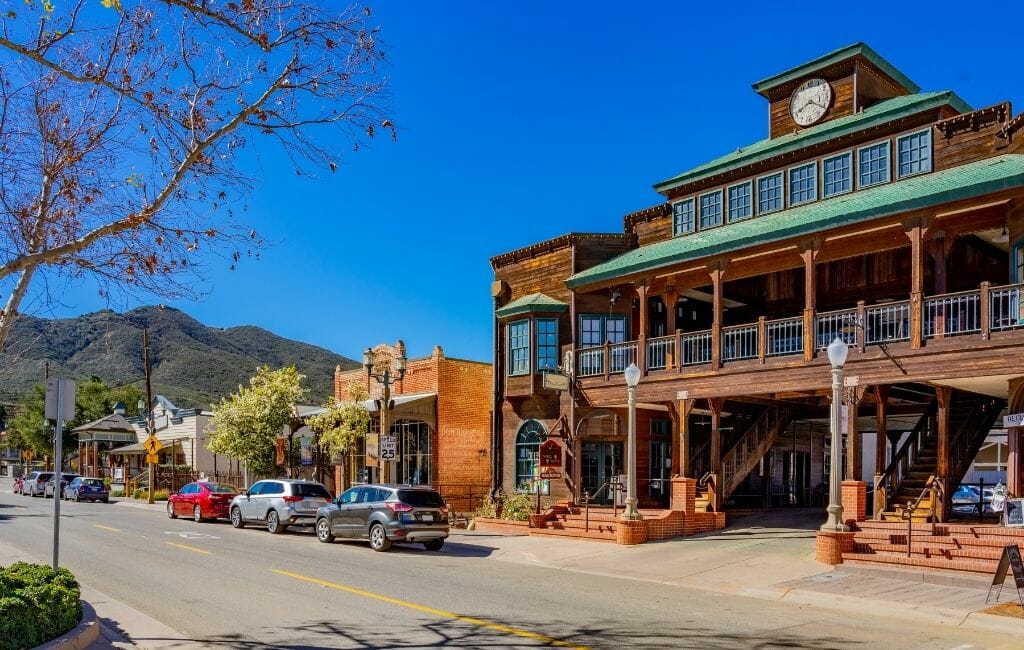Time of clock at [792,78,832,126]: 8:20
